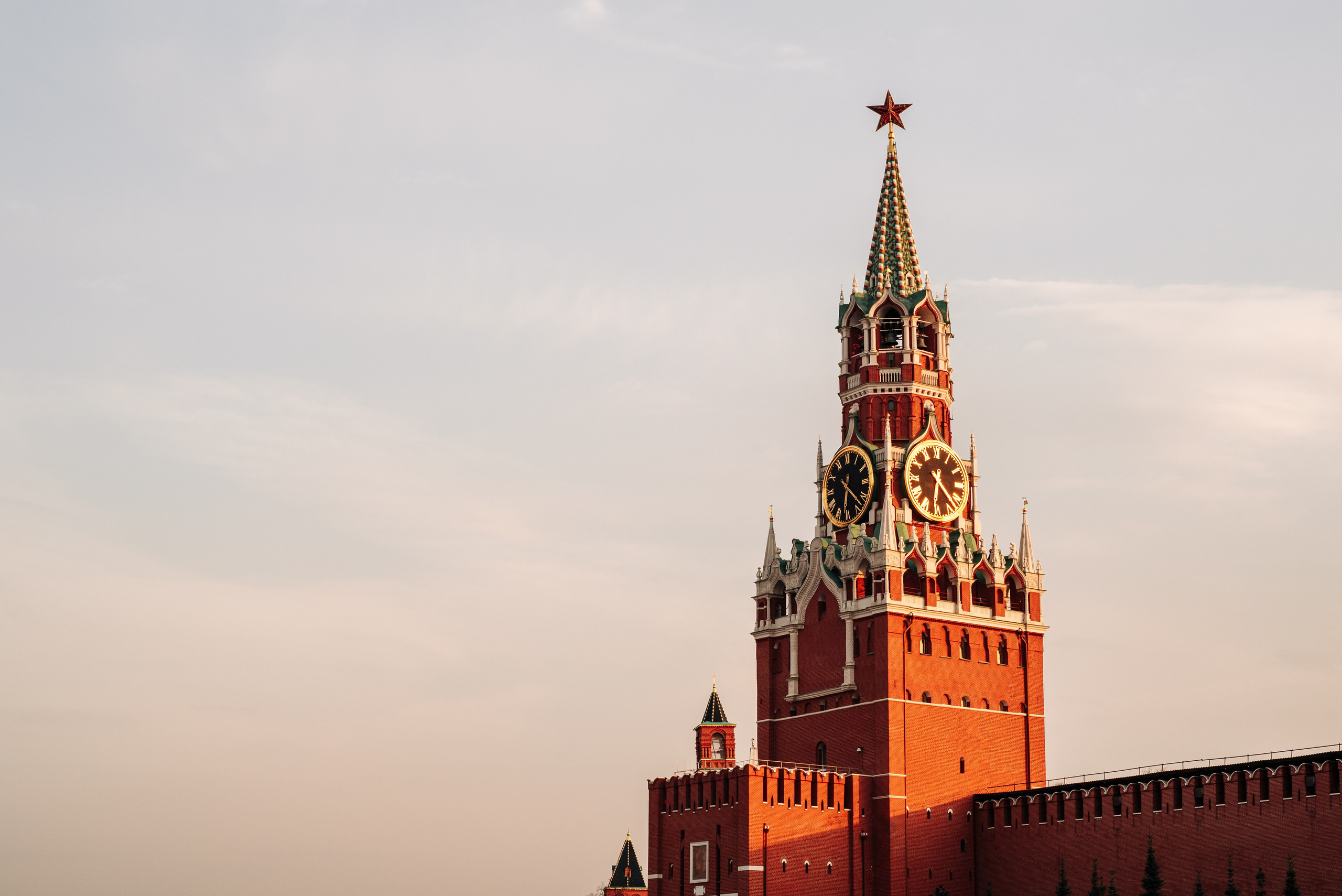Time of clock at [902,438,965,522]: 6:22
